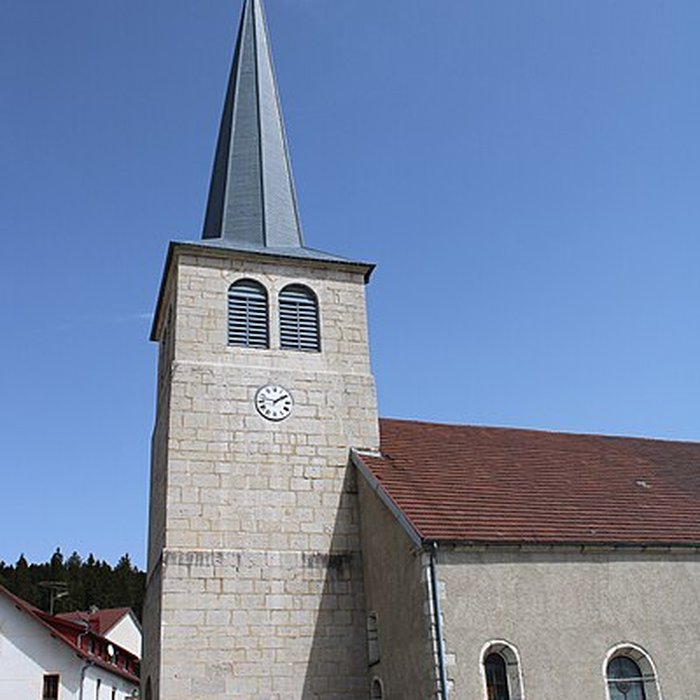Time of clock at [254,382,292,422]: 1:46
